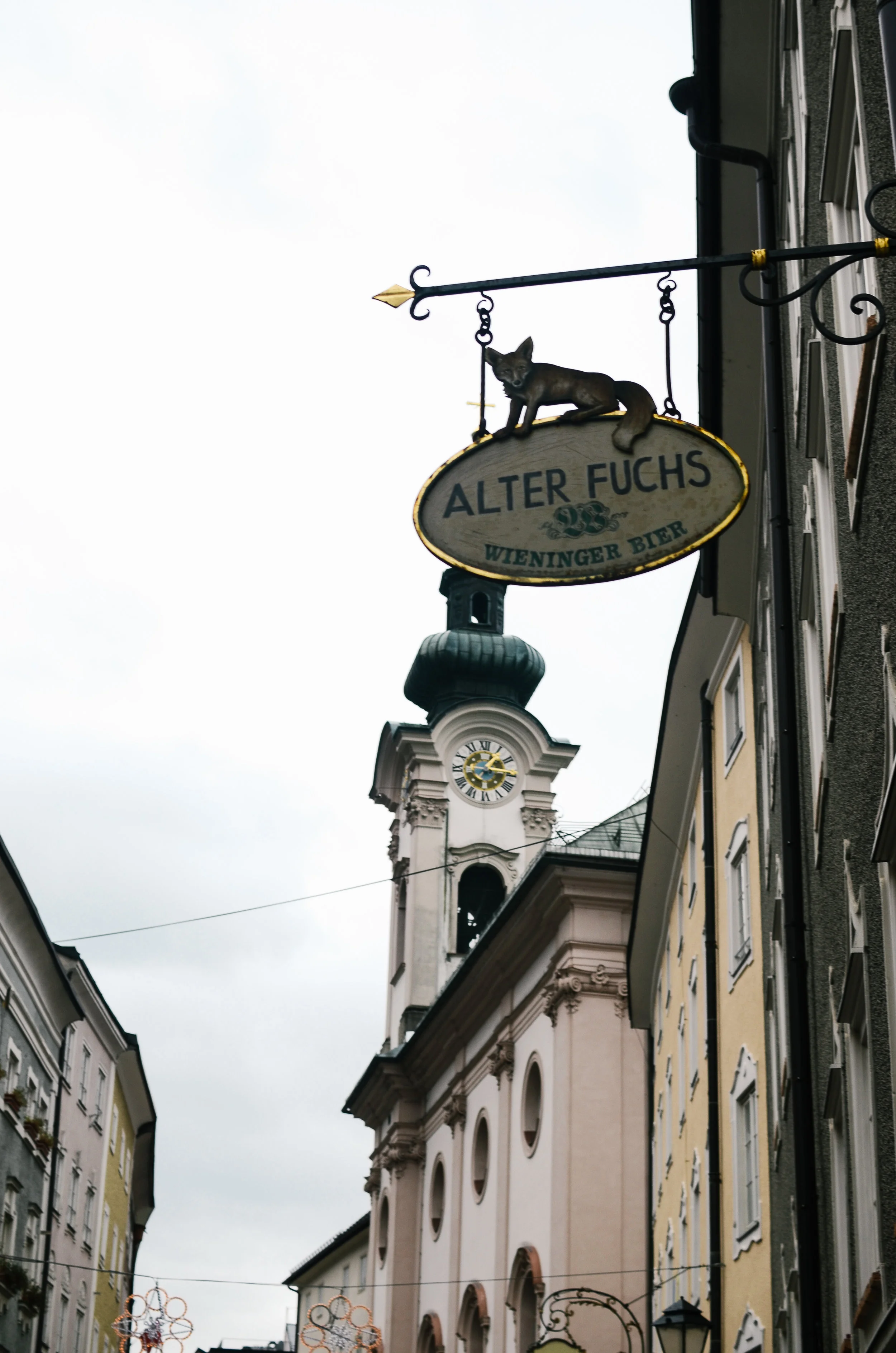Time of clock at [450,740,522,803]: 1:16
